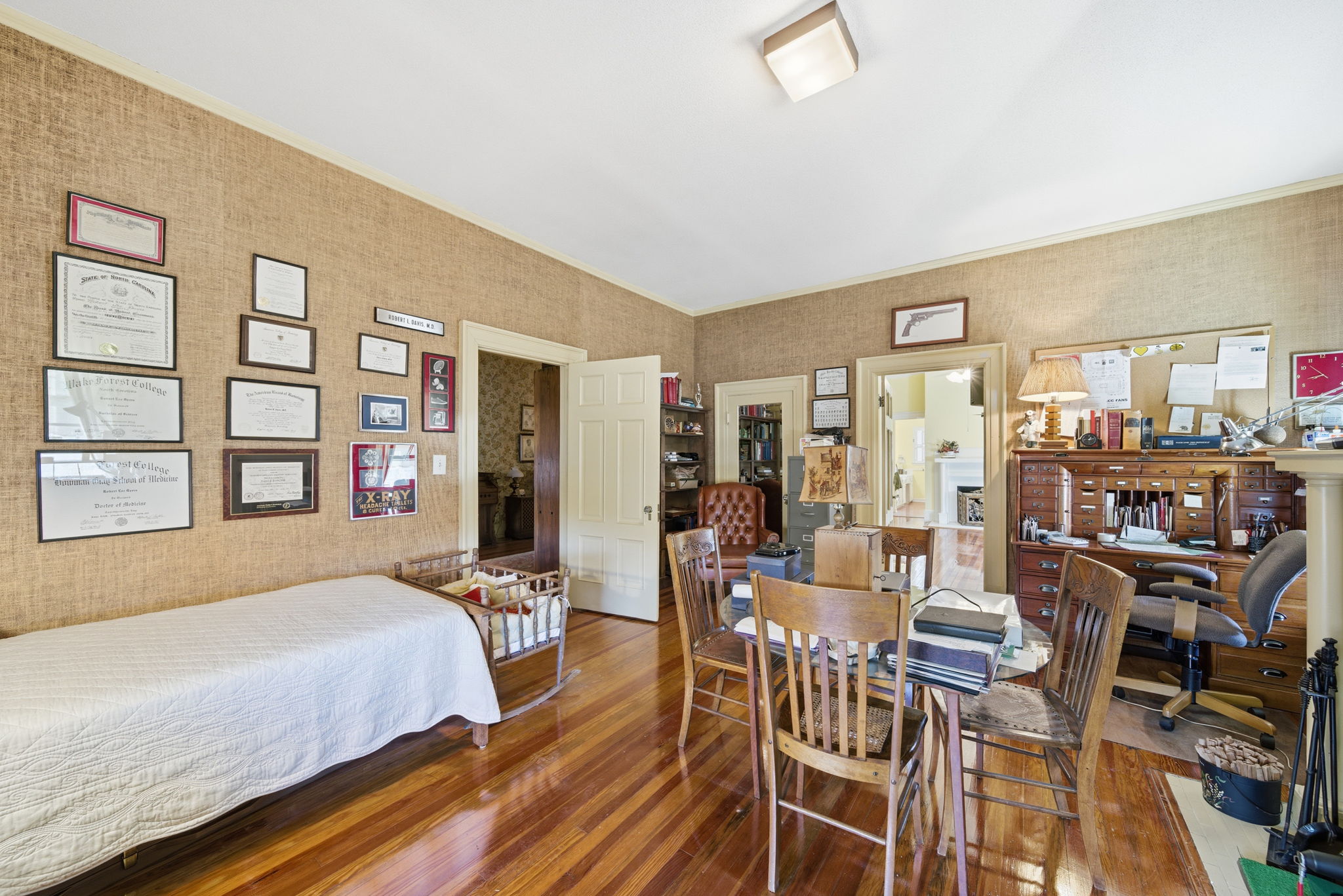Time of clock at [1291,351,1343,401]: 8:52
